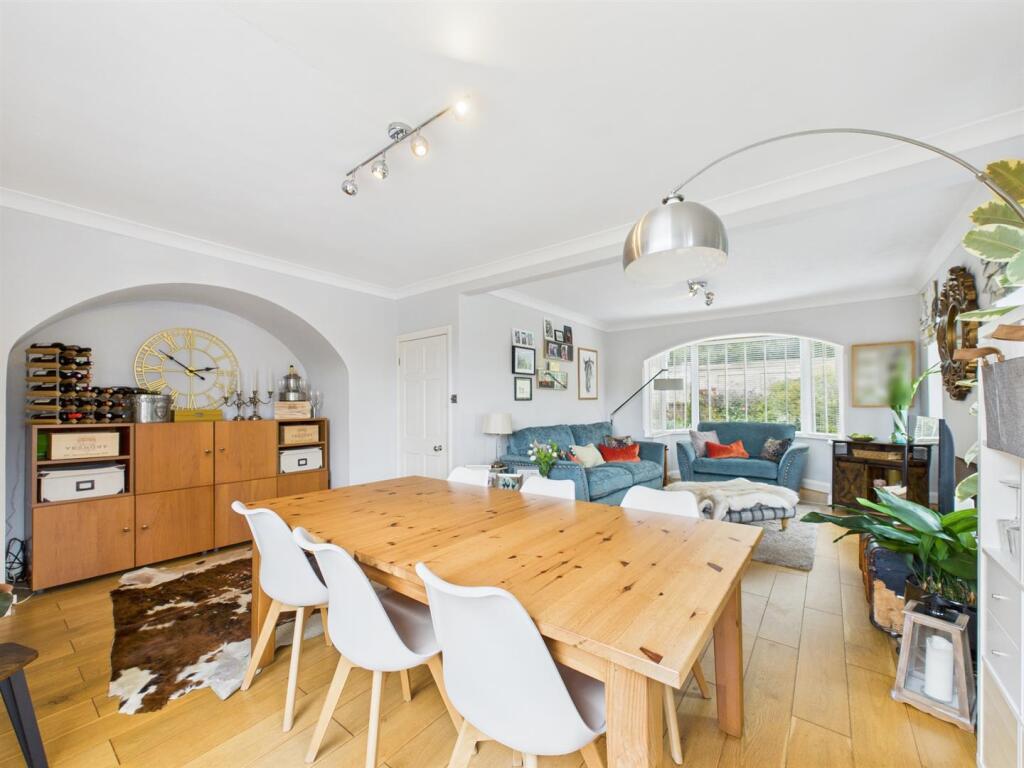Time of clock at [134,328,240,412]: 2:50
